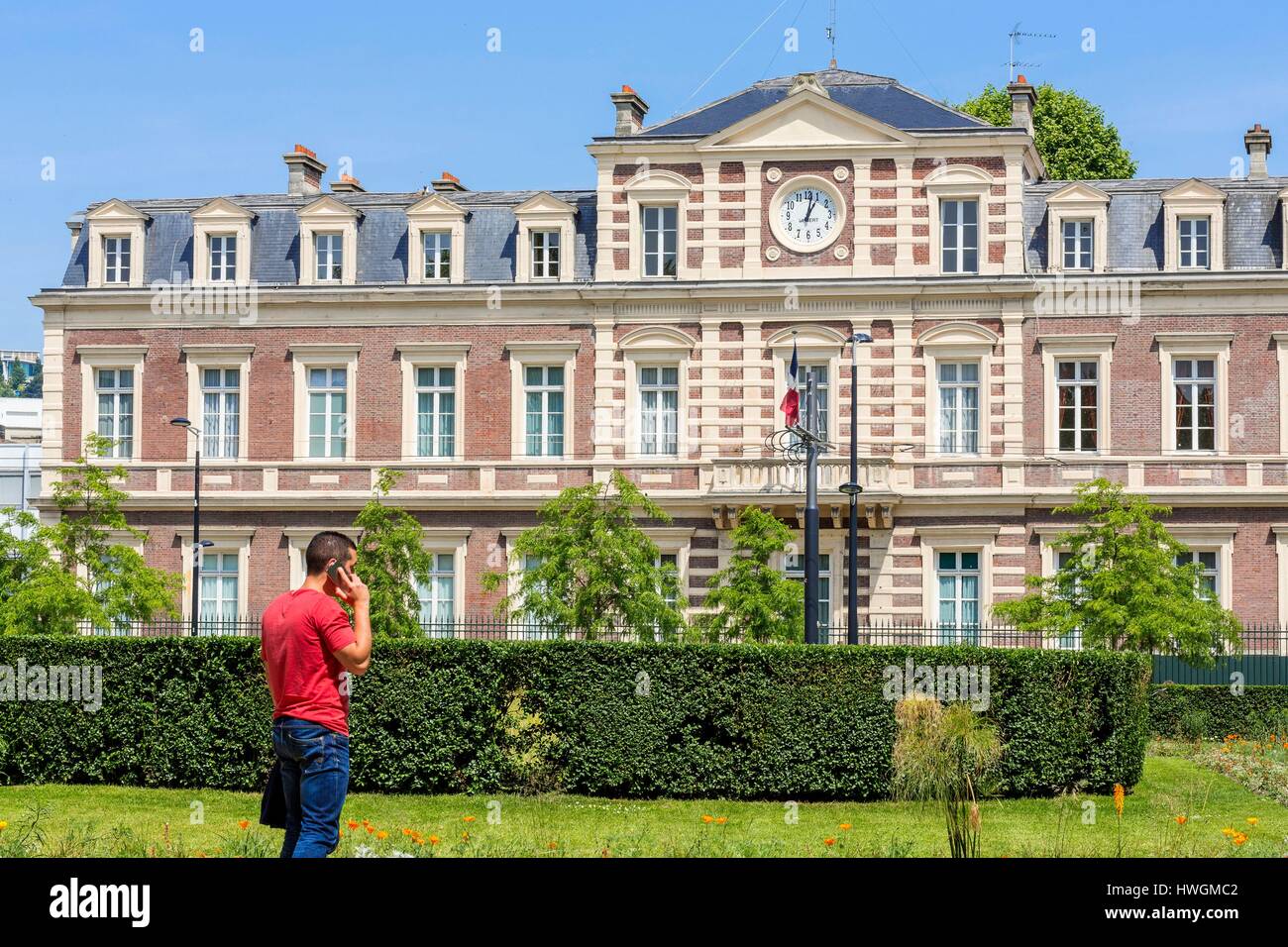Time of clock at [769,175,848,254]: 1:01
